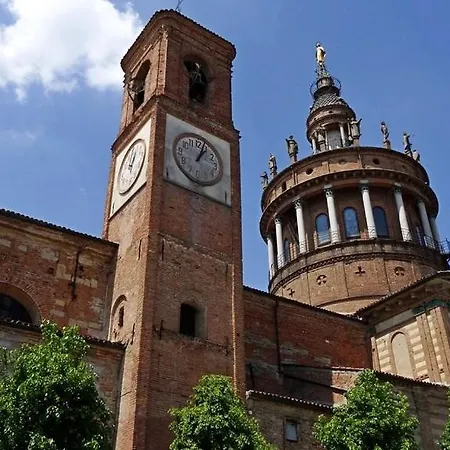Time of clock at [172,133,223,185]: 1:03
